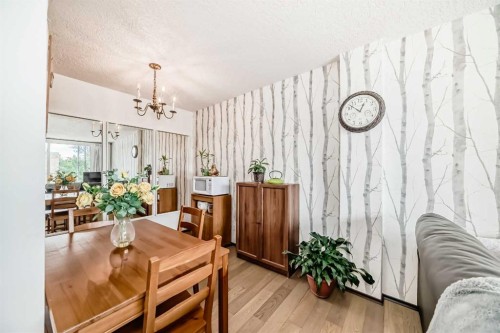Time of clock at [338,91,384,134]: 12:52
